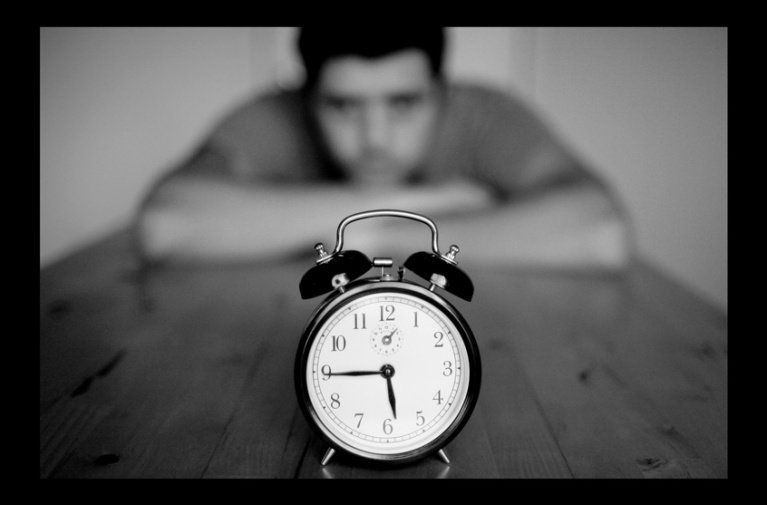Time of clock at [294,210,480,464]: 5:44
